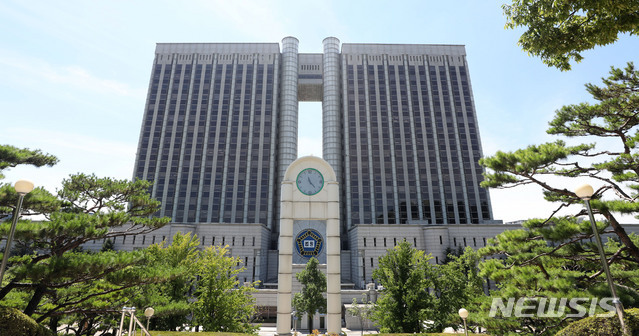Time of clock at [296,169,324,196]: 11:23
